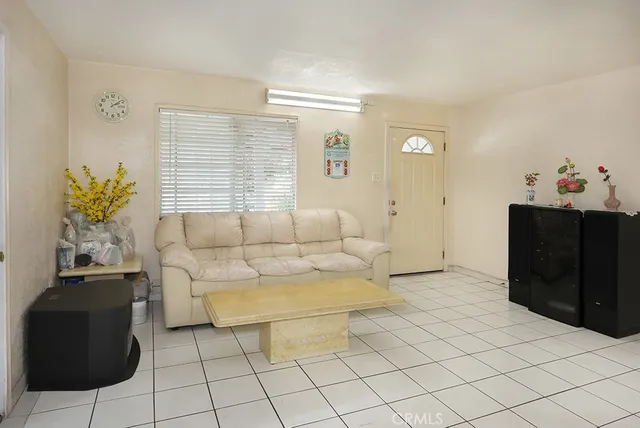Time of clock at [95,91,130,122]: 2:08
